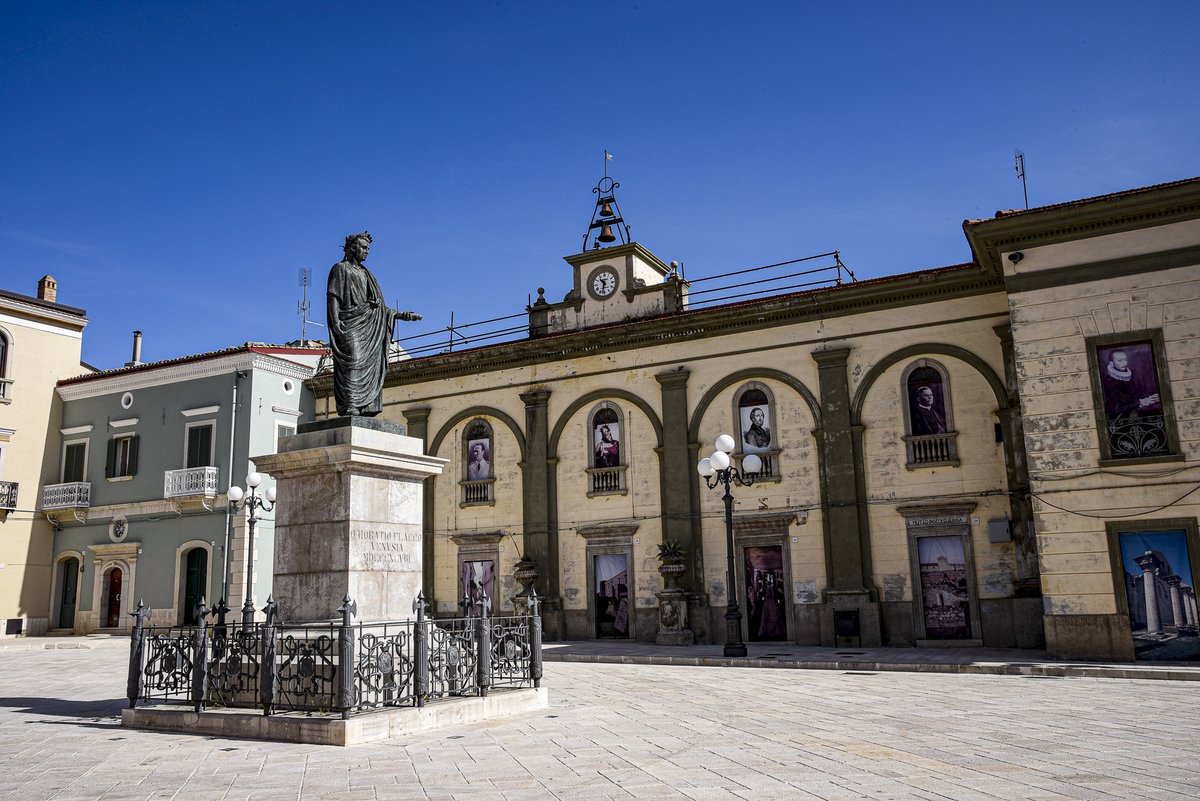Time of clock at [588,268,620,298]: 10:32
